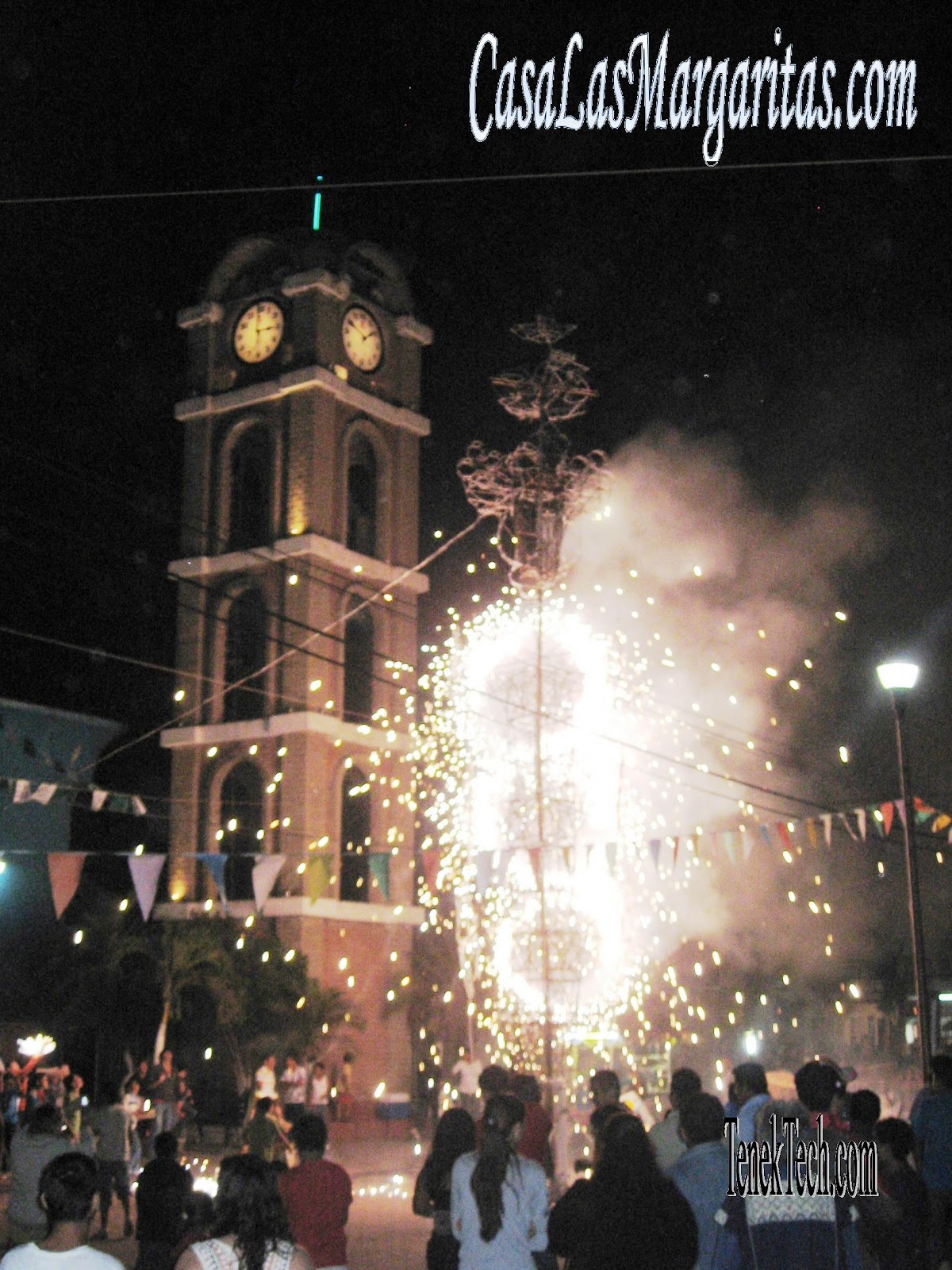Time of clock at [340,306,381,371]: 1:49
